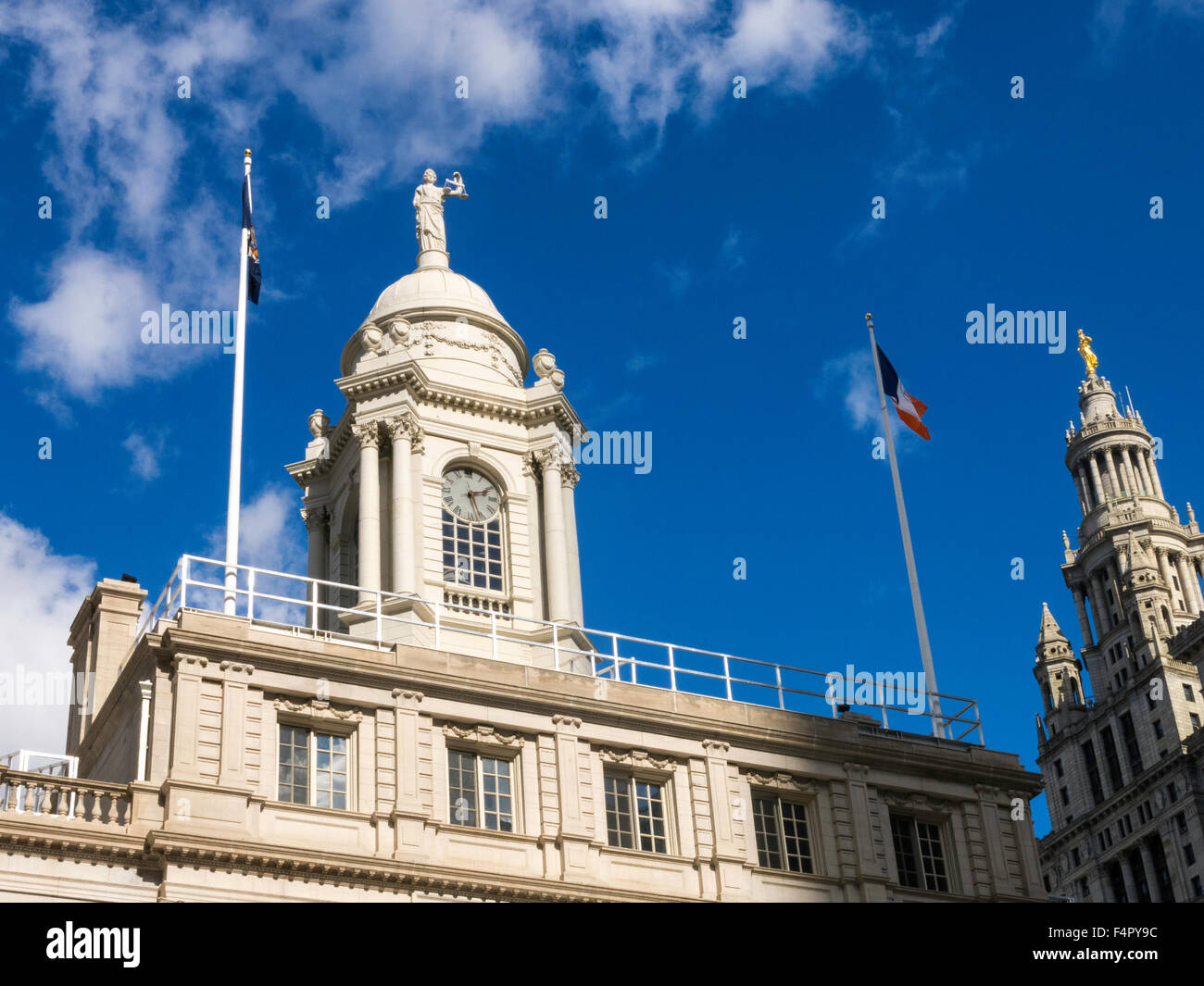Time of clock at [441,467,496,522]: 2:27
